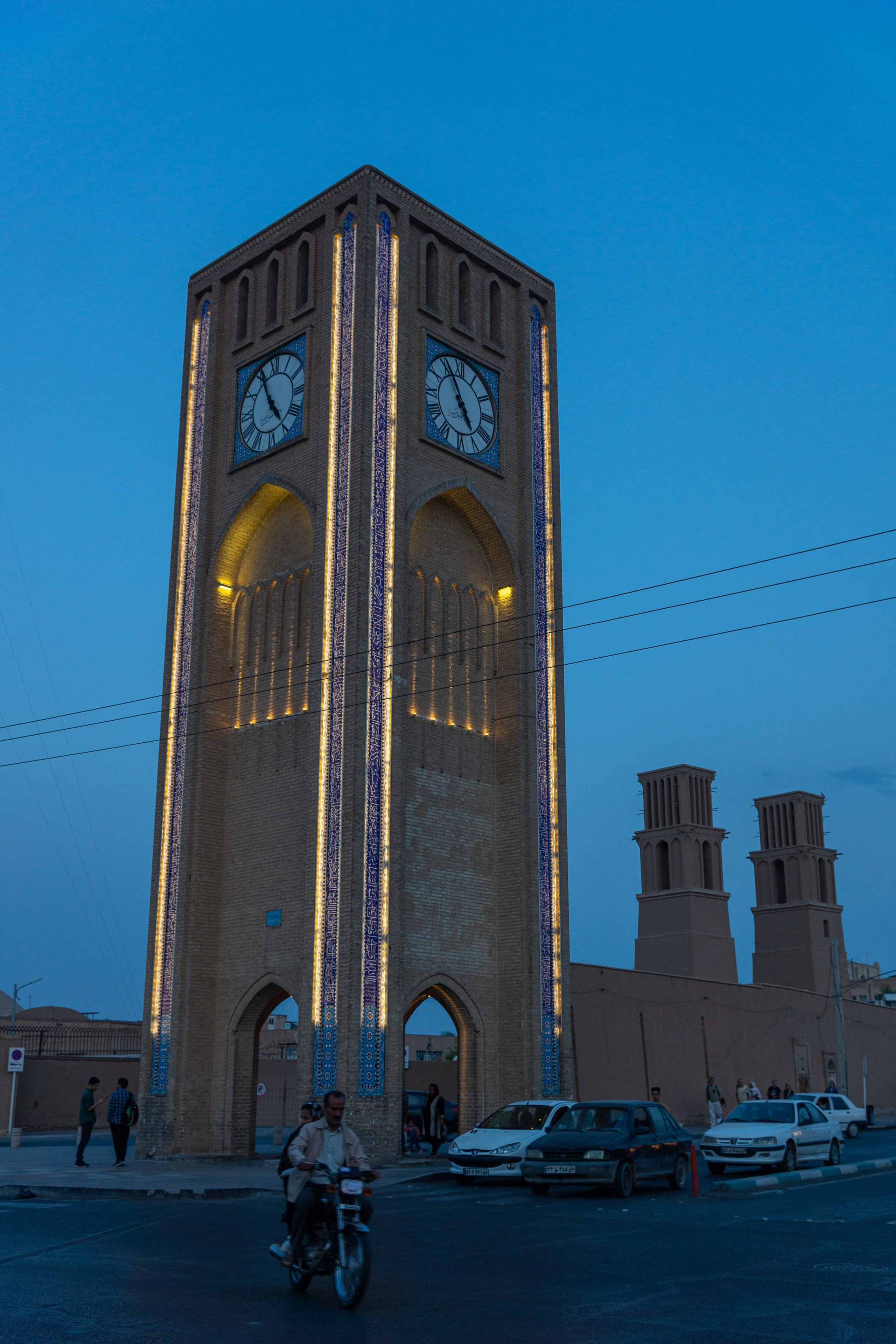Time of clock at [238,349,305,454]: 4:56
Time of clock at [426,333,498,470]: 4:56
